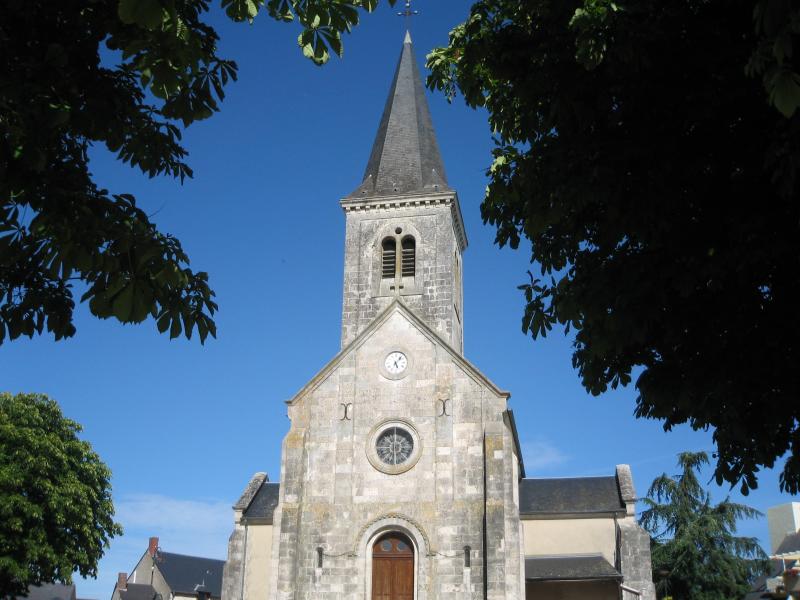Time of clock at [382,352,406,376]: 5:06
